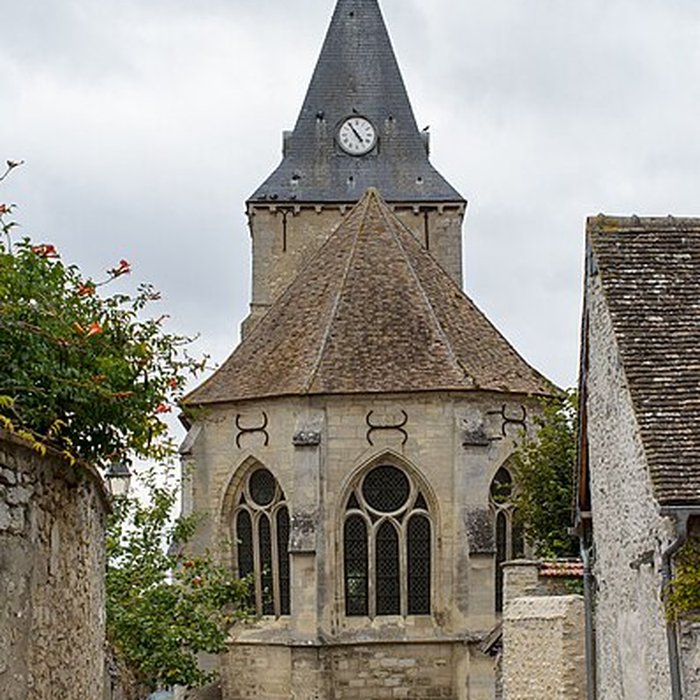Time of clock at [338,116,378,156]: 4:54
